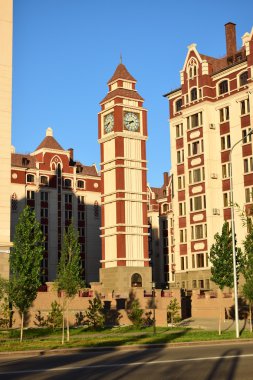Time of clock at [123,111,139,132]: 7:43
